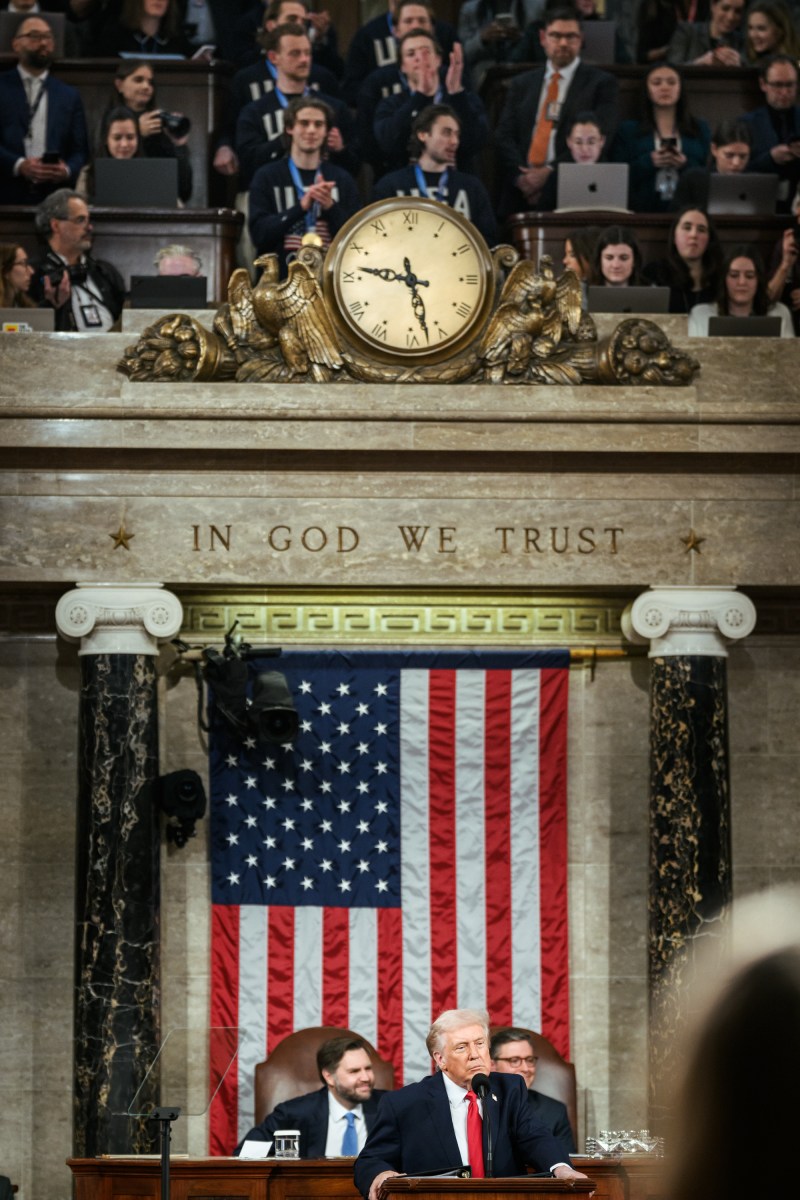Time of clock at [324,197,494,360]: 9:27
